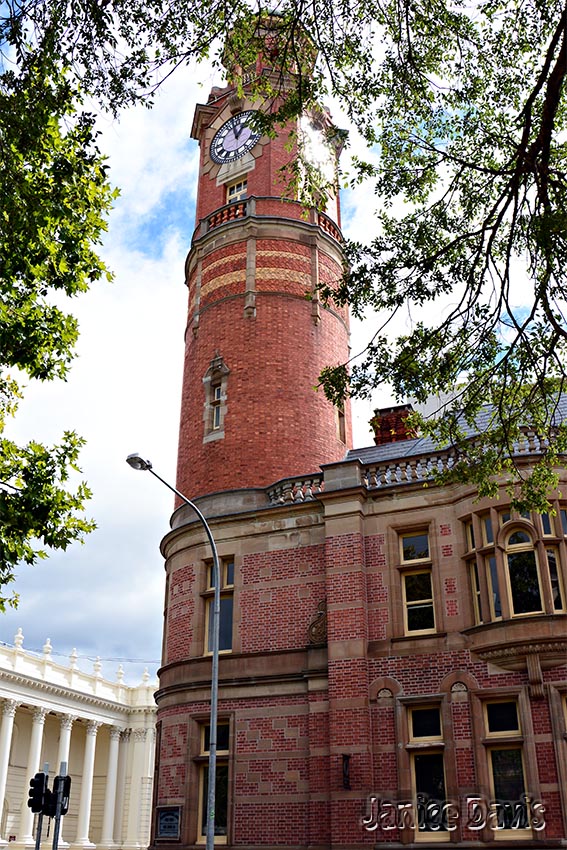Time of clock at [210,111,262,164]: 12:57
